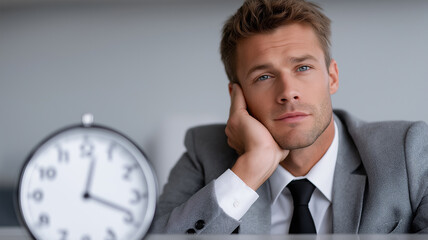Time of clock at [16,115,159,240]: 12:18
